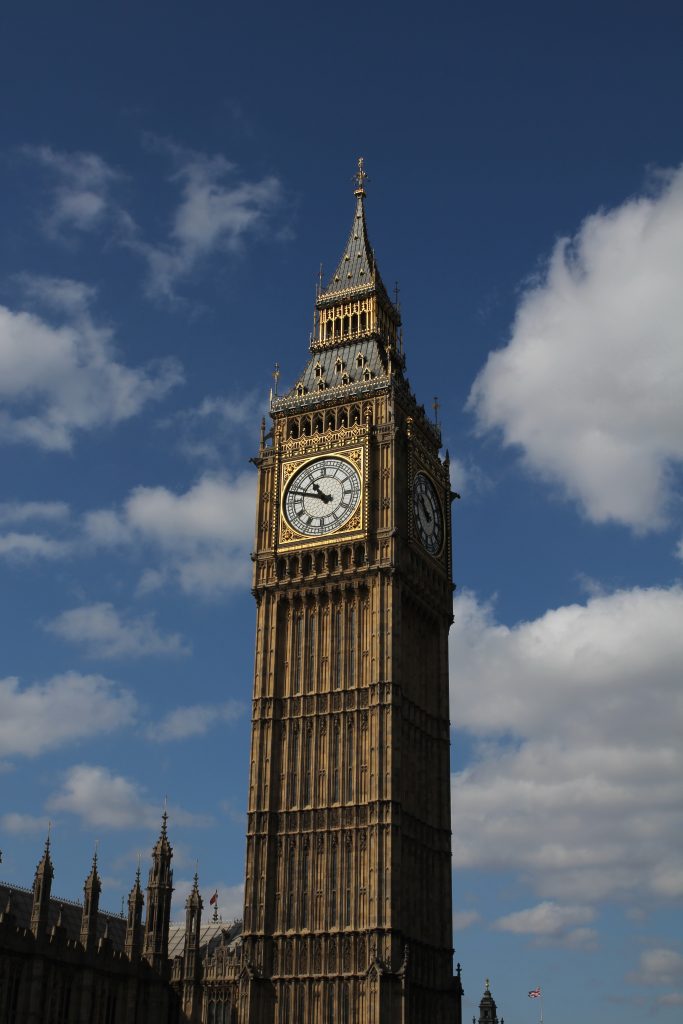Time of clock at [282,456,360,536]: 10:47
